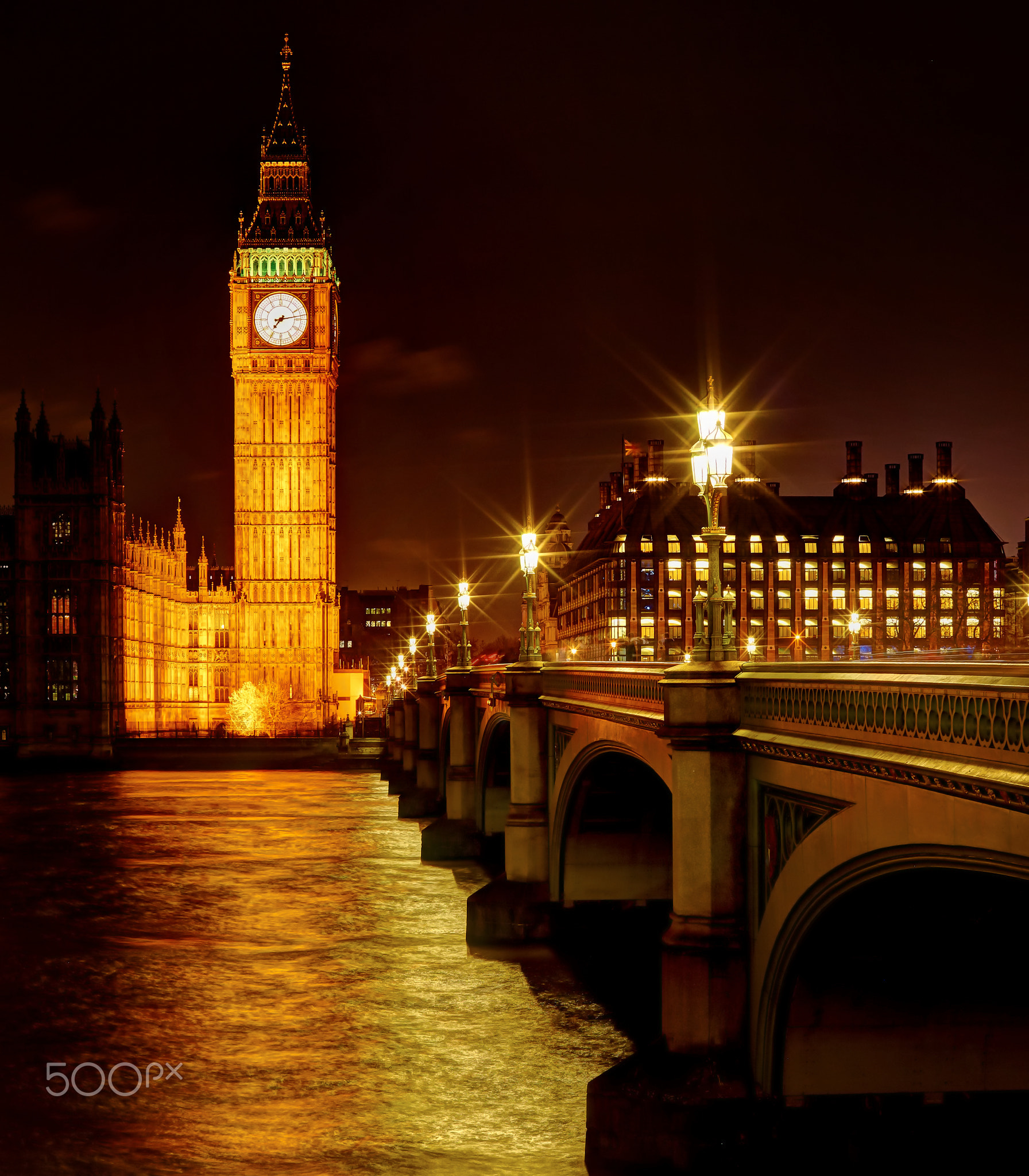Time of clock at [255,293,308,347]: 7:13
